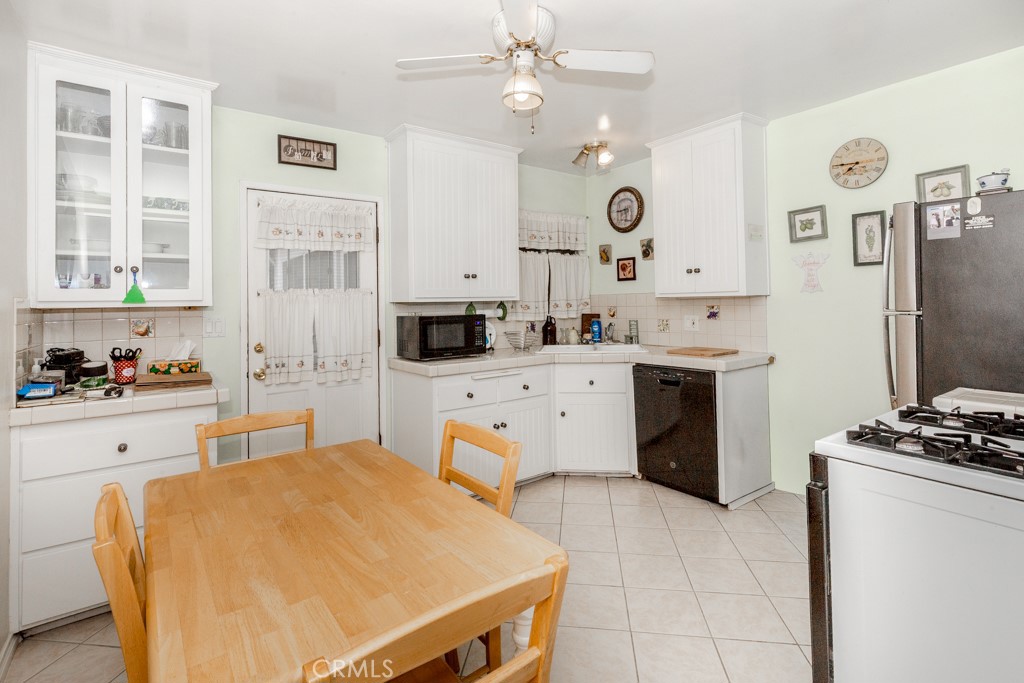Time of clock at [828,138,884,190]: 7:45
